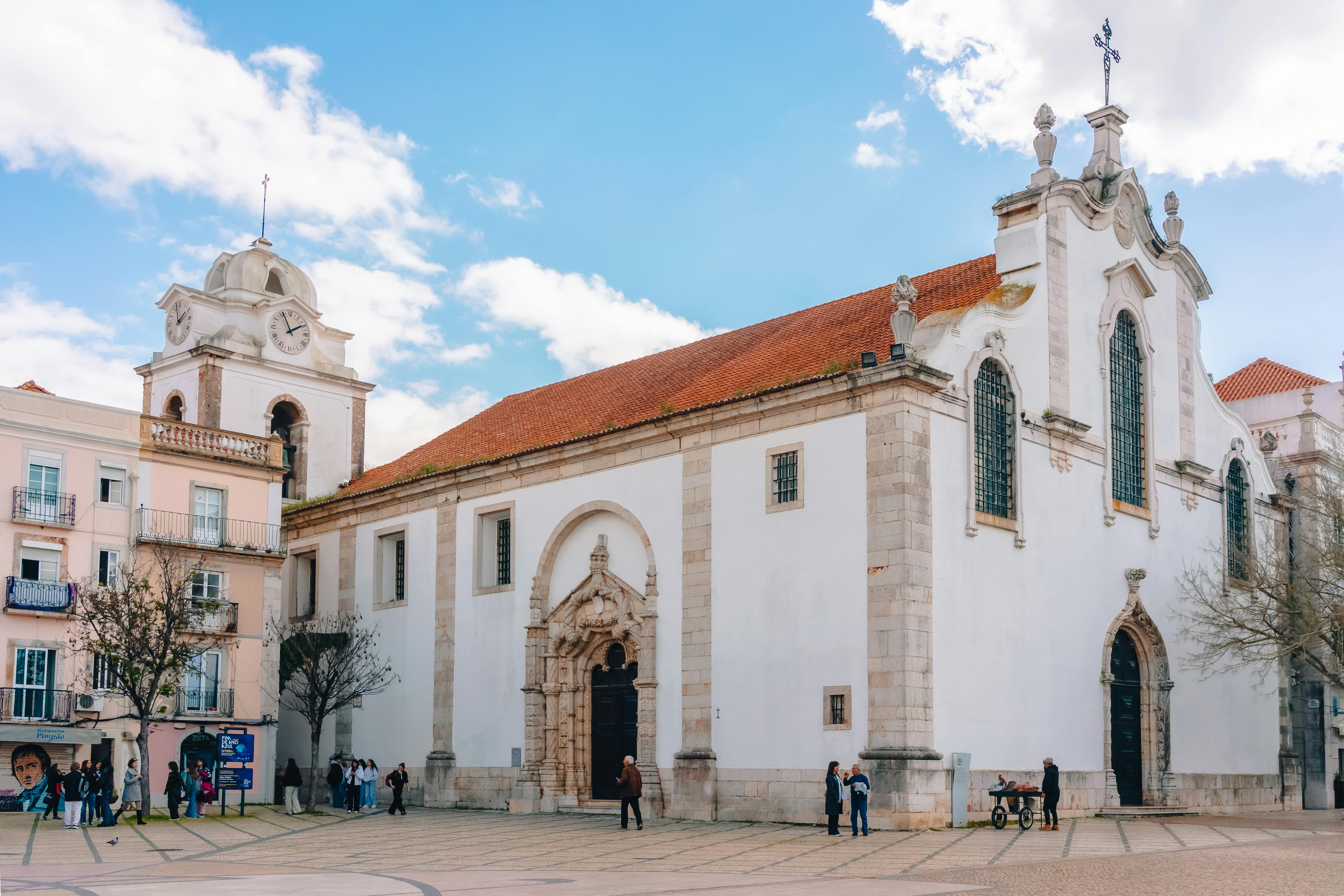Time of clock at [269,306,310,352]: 1:56
